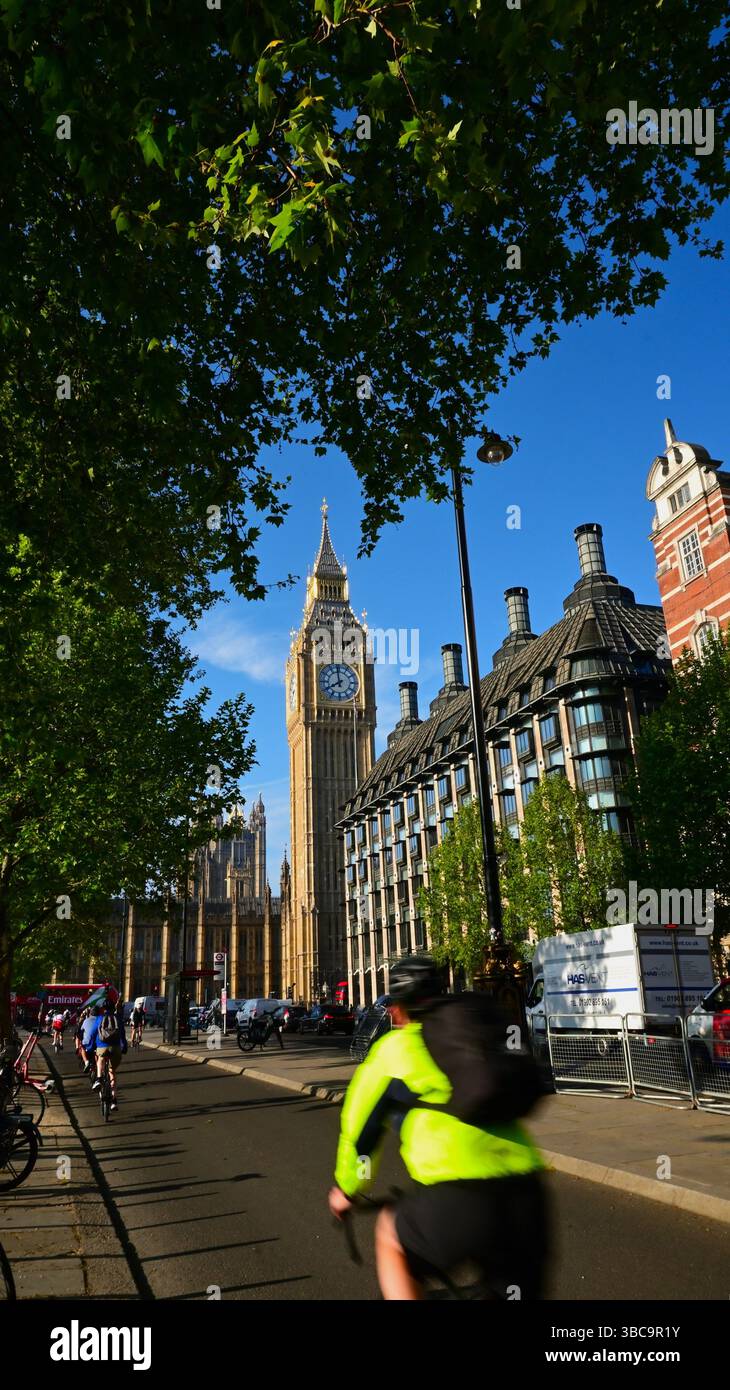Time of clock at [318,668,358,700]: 7:58
